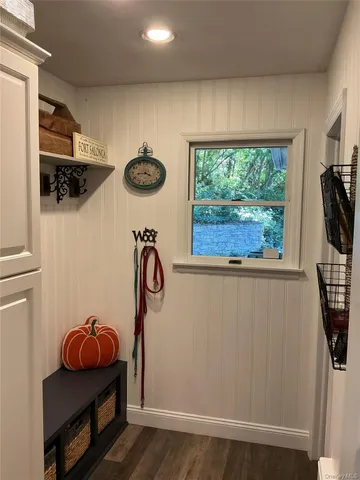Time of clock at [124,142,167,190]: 3:43
